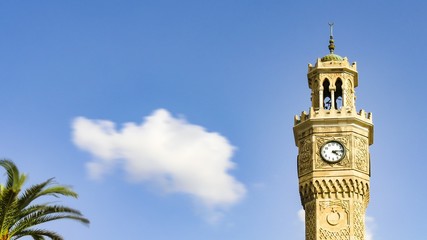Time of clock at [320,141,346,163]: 4:14
